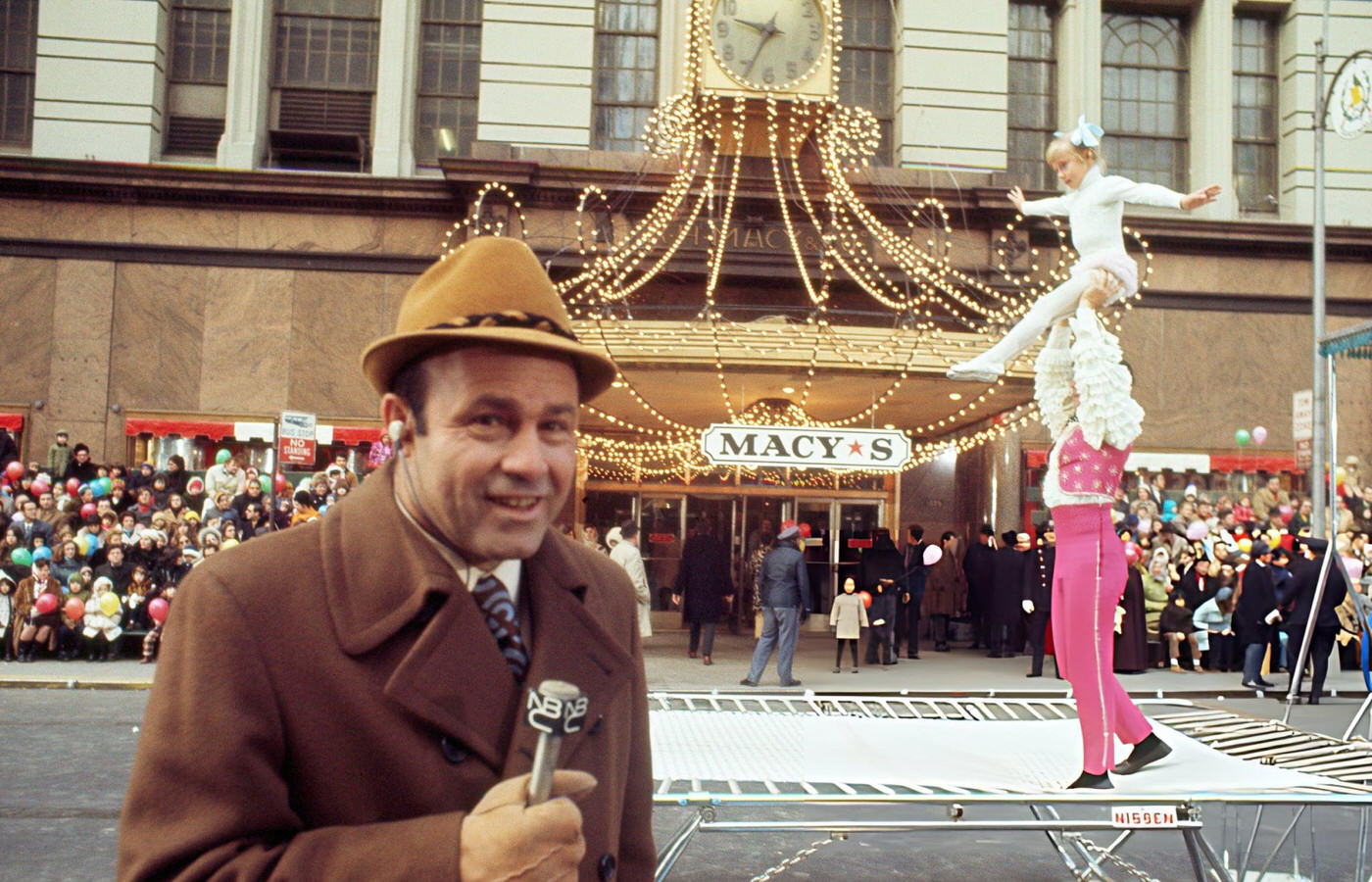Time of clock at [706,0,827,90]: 9:34
